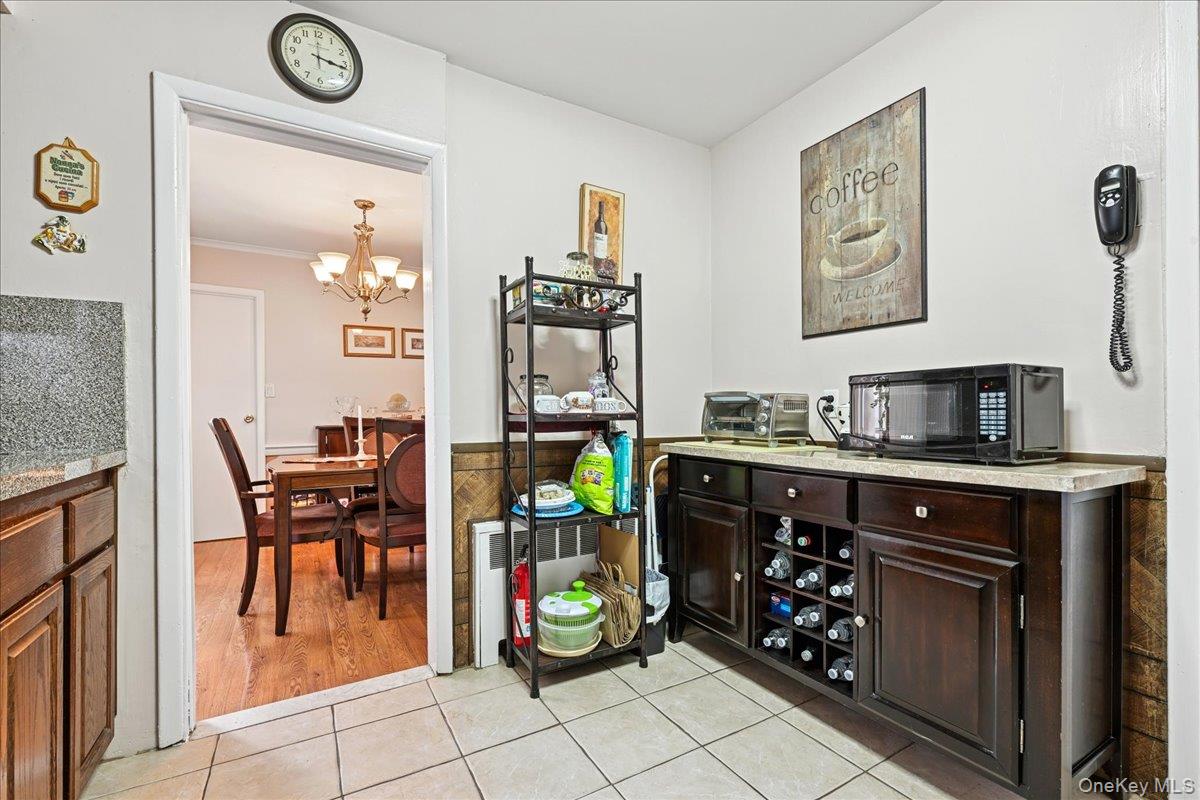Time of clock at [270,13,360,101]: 3:16
